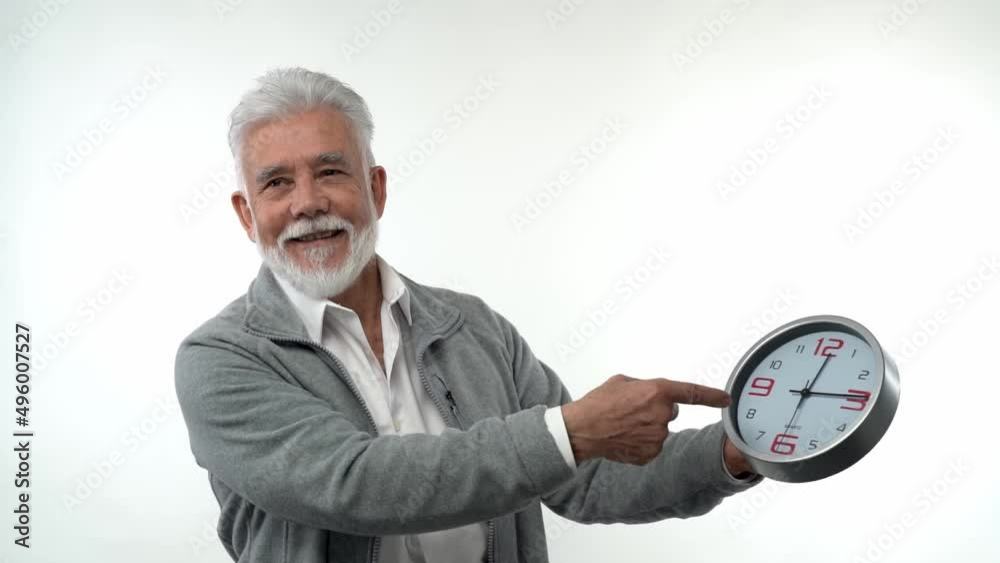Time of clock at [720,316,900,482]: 12:14
